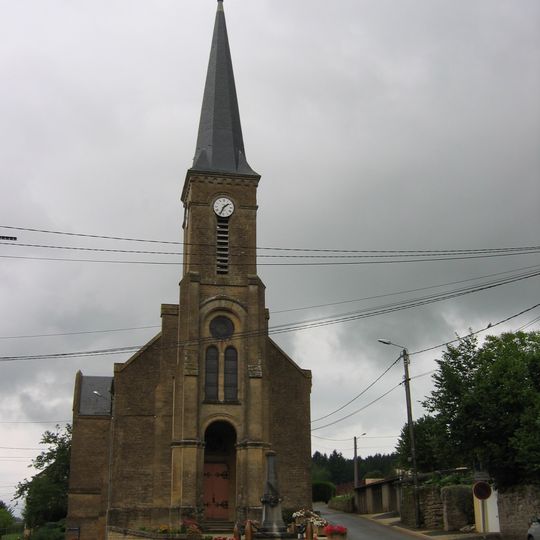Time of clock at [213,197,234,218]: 1:34
